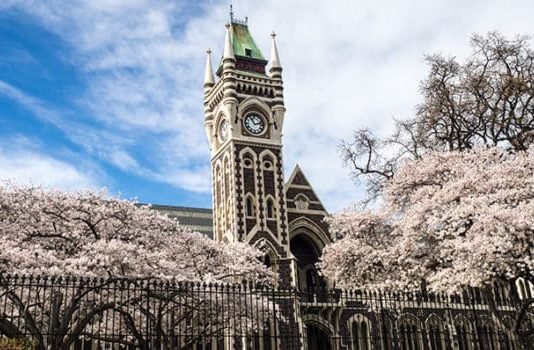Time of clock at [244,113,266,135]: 11:12
